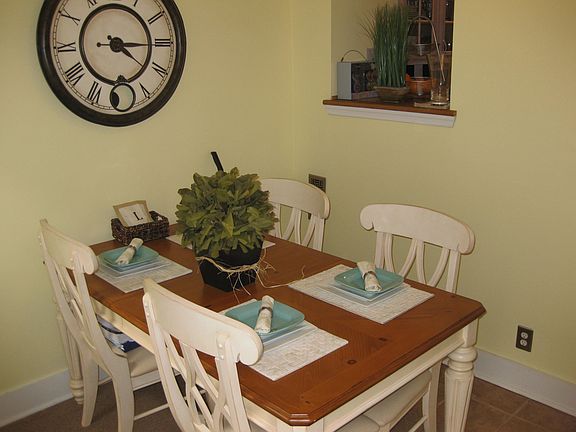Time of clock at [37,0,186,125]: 4:15
